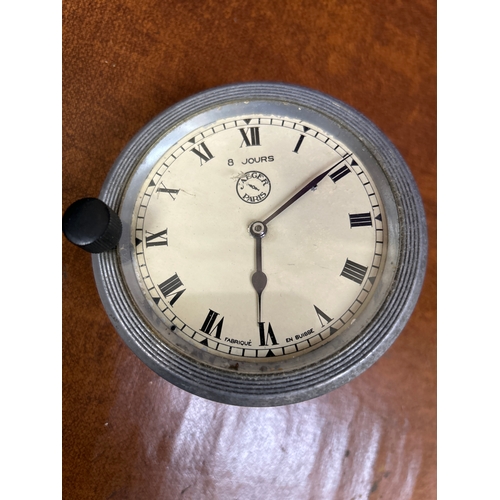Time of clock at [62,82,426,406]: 6:09
